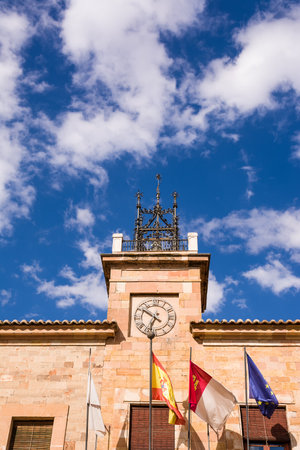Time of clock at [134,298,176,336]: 6:50
